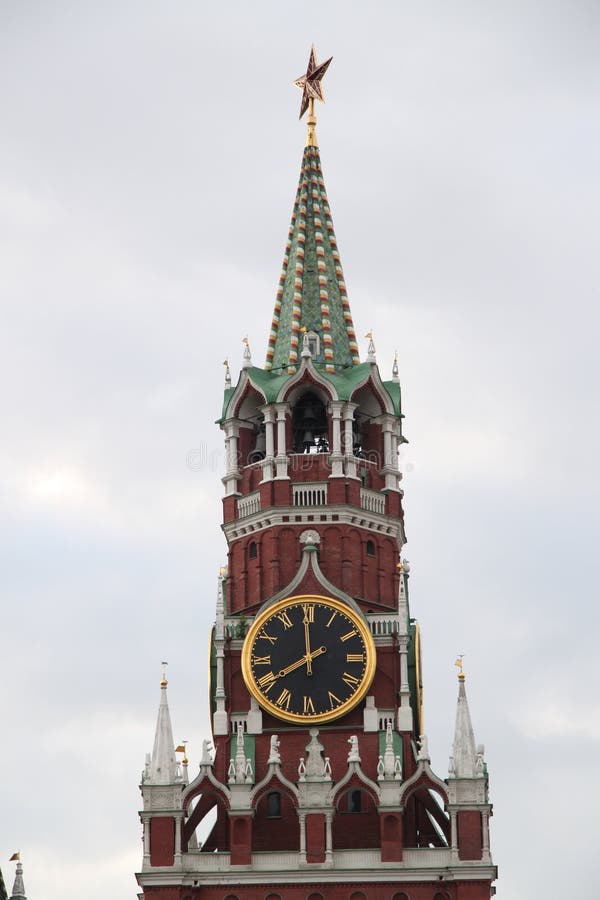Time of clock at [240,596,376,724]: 7:59
